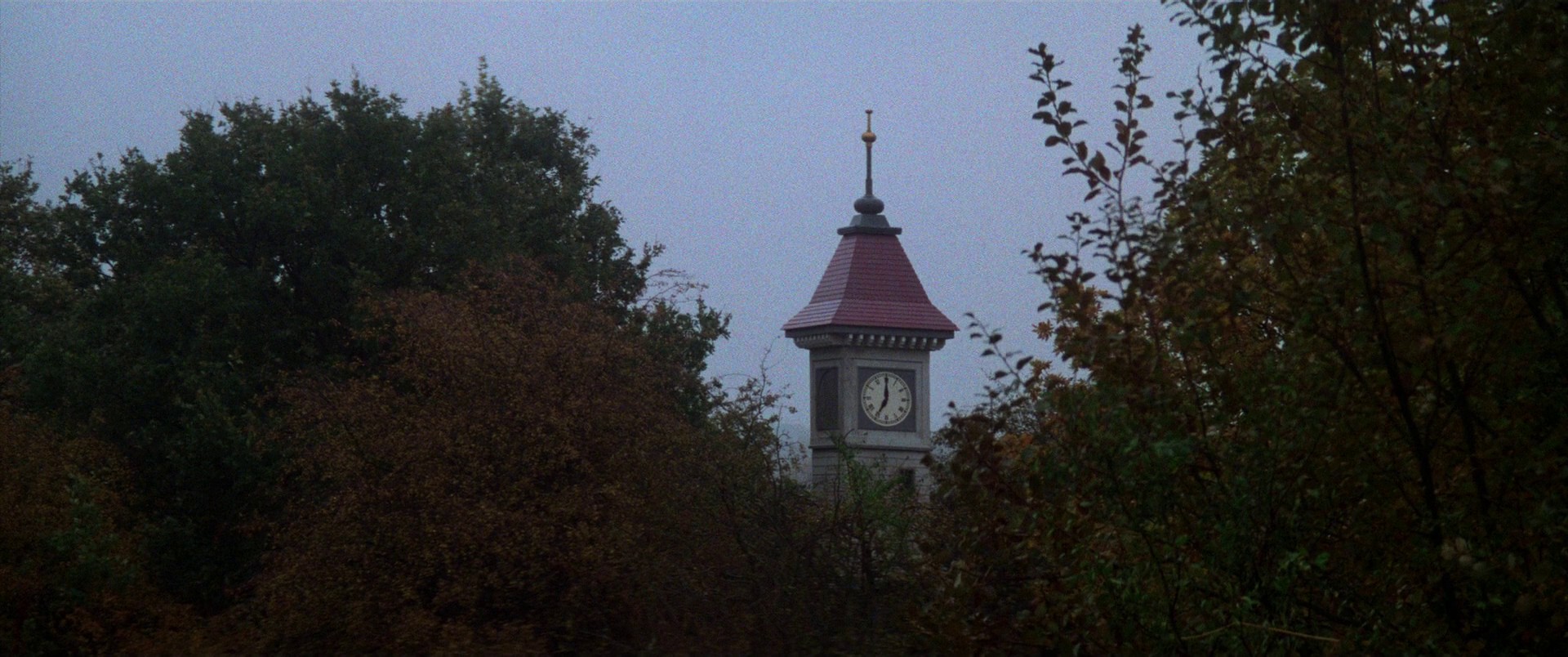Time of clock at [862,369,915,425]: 7:00
